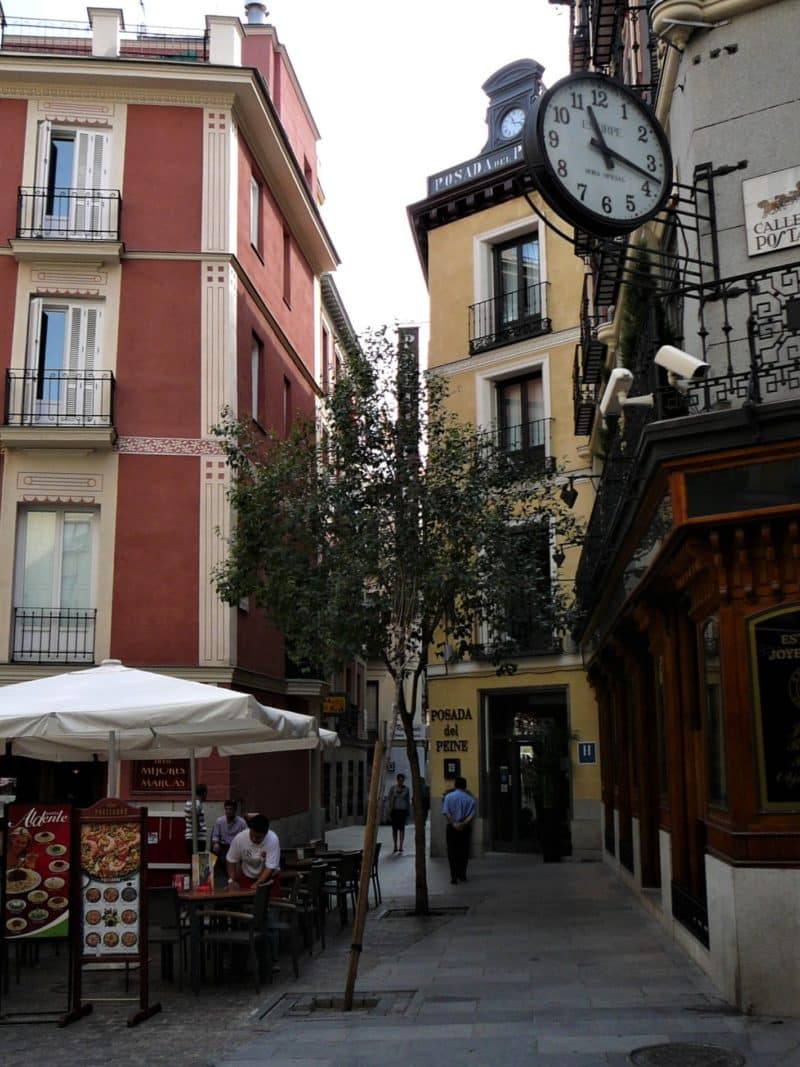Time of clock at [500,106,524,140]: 11:17
